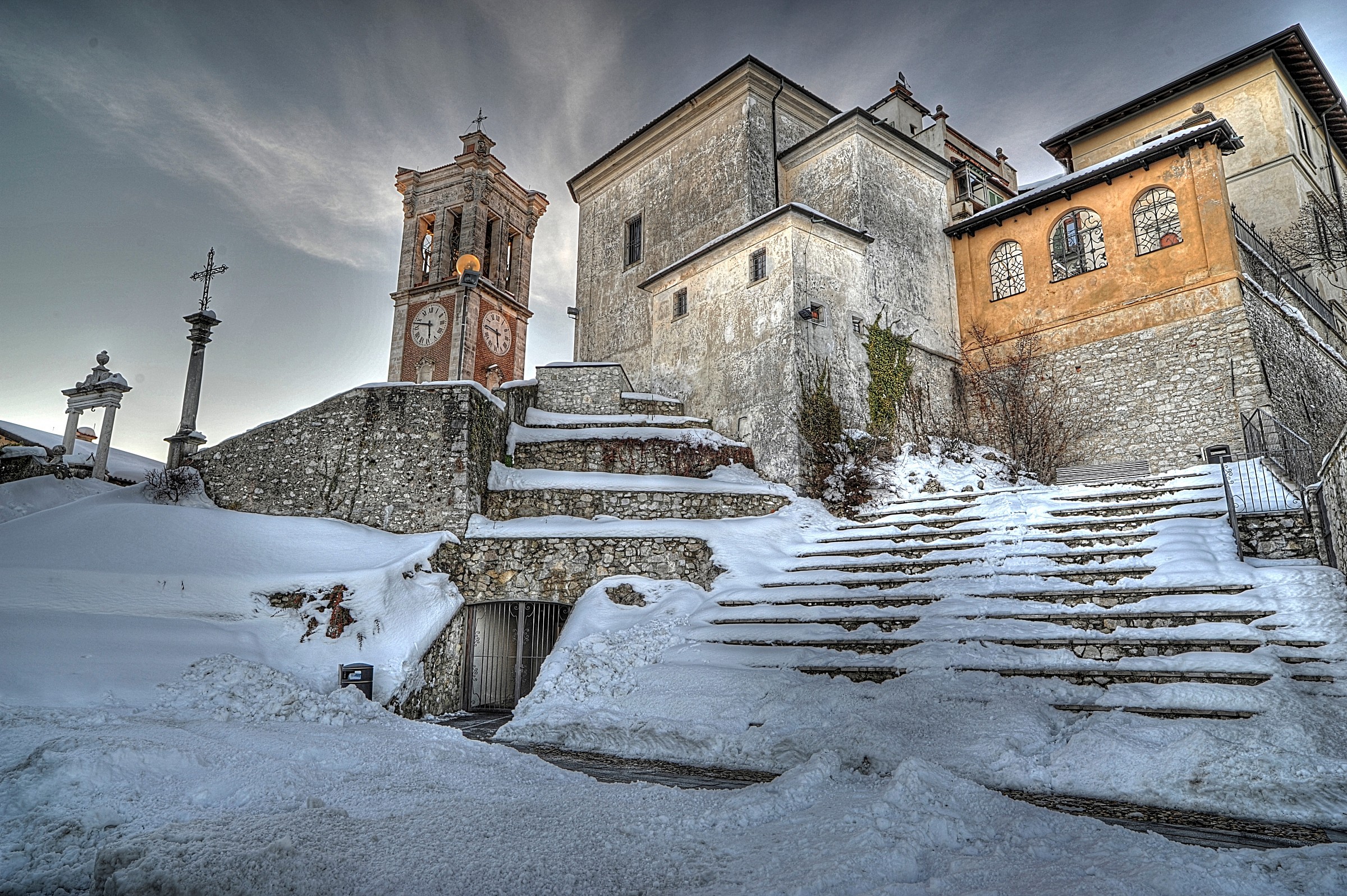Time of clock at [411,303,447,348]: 5:47
